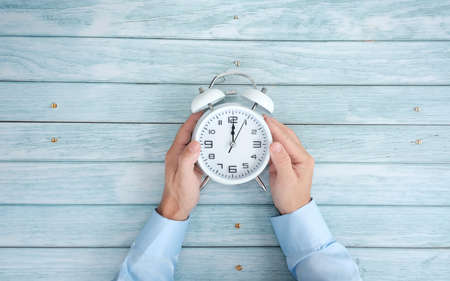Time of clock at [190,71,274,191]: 12:04
